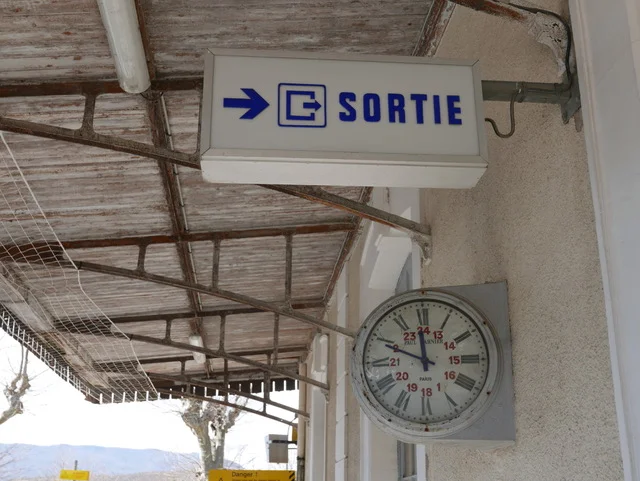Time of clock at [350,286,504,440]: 11:48
